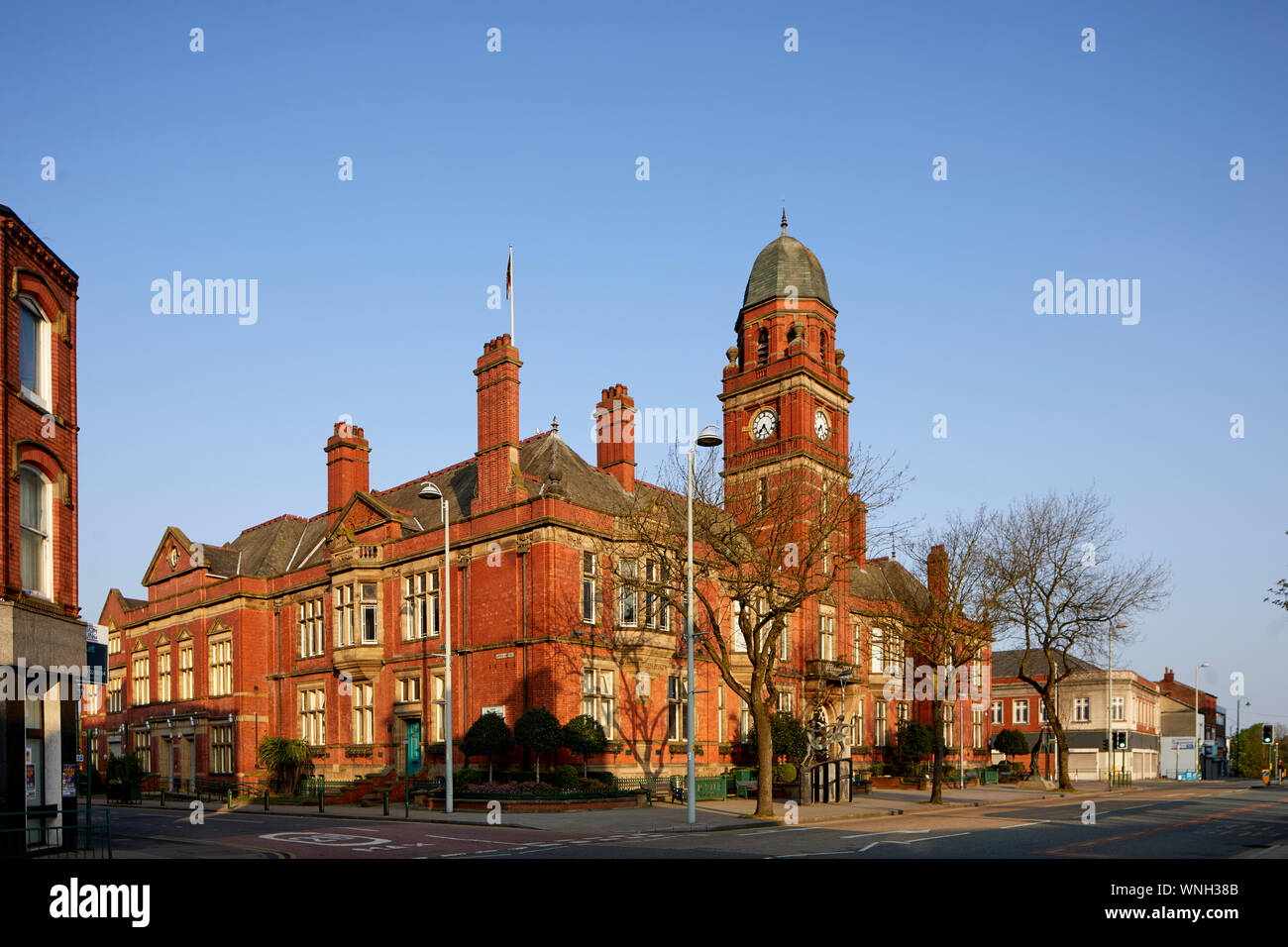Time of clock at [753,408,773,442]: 7:25
